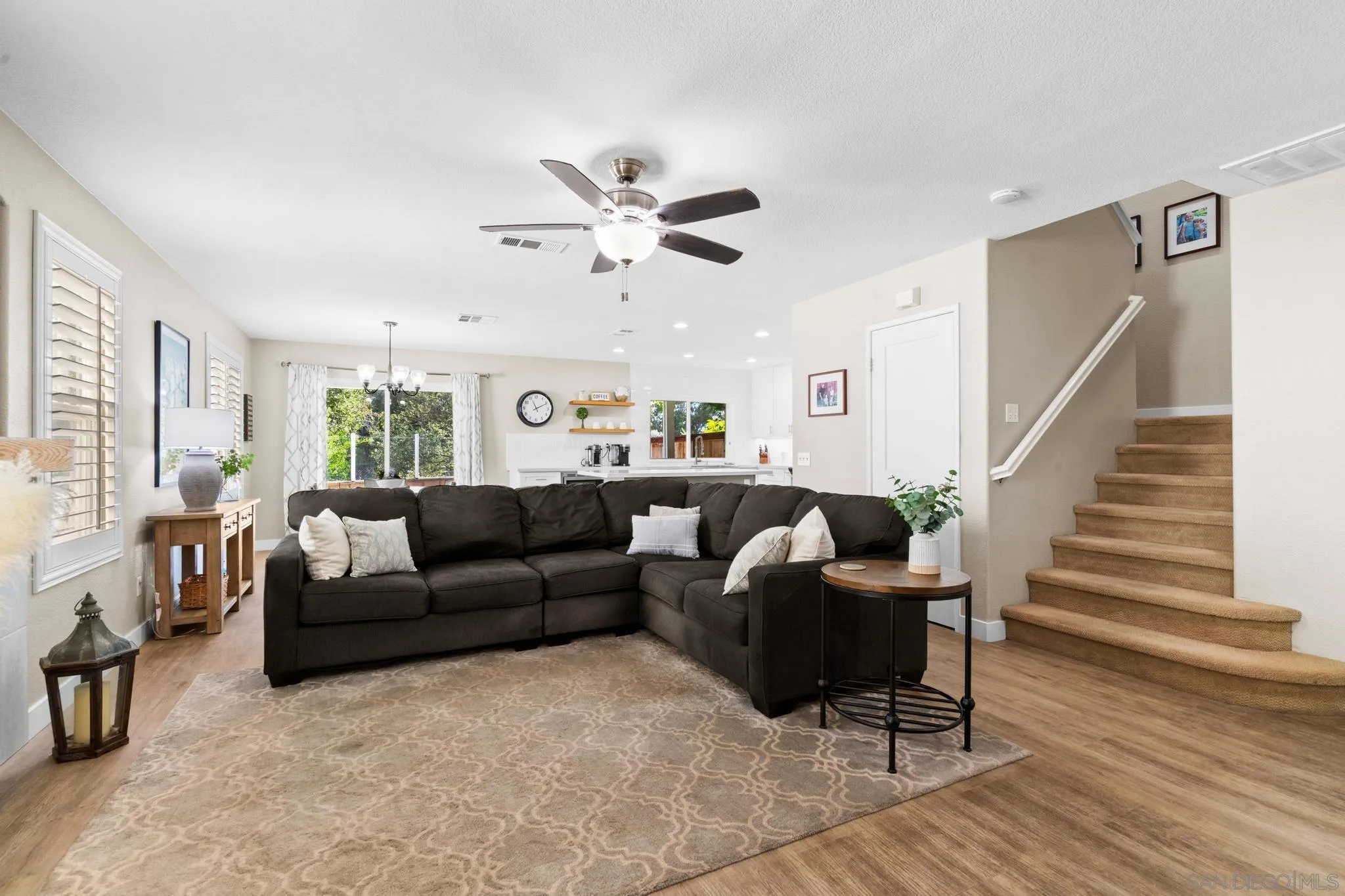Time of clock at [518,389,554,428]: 11:10
